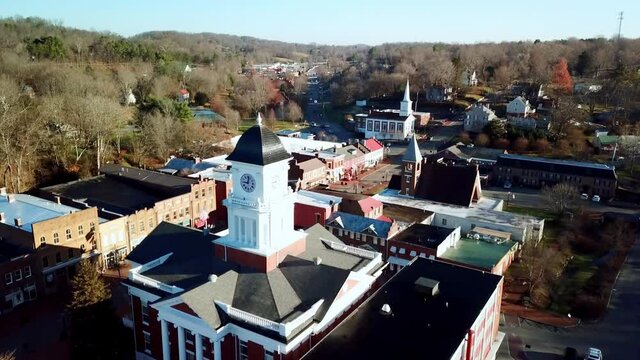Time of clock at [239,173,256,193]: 9:01
